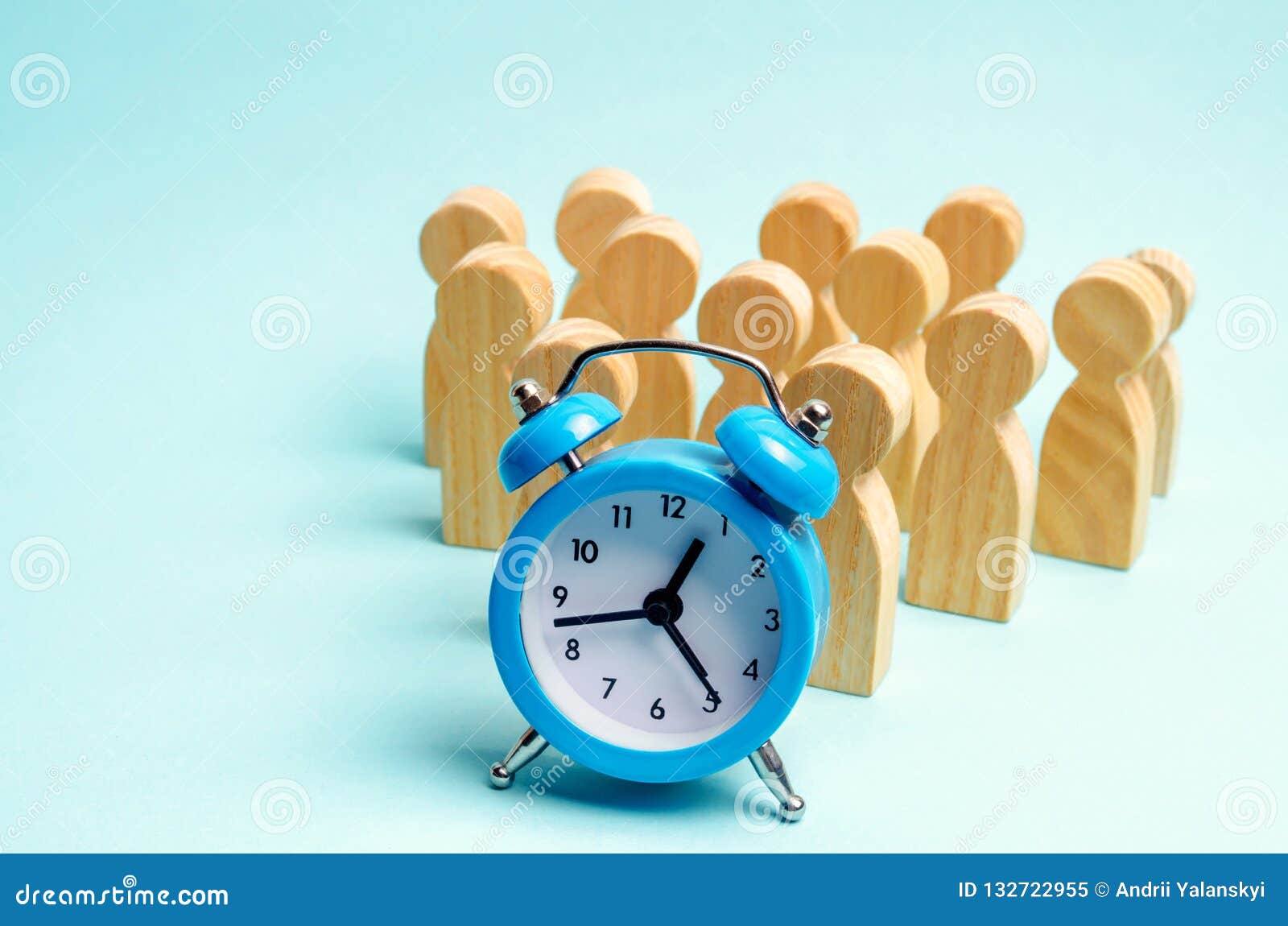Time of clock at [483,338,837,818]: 12:42
